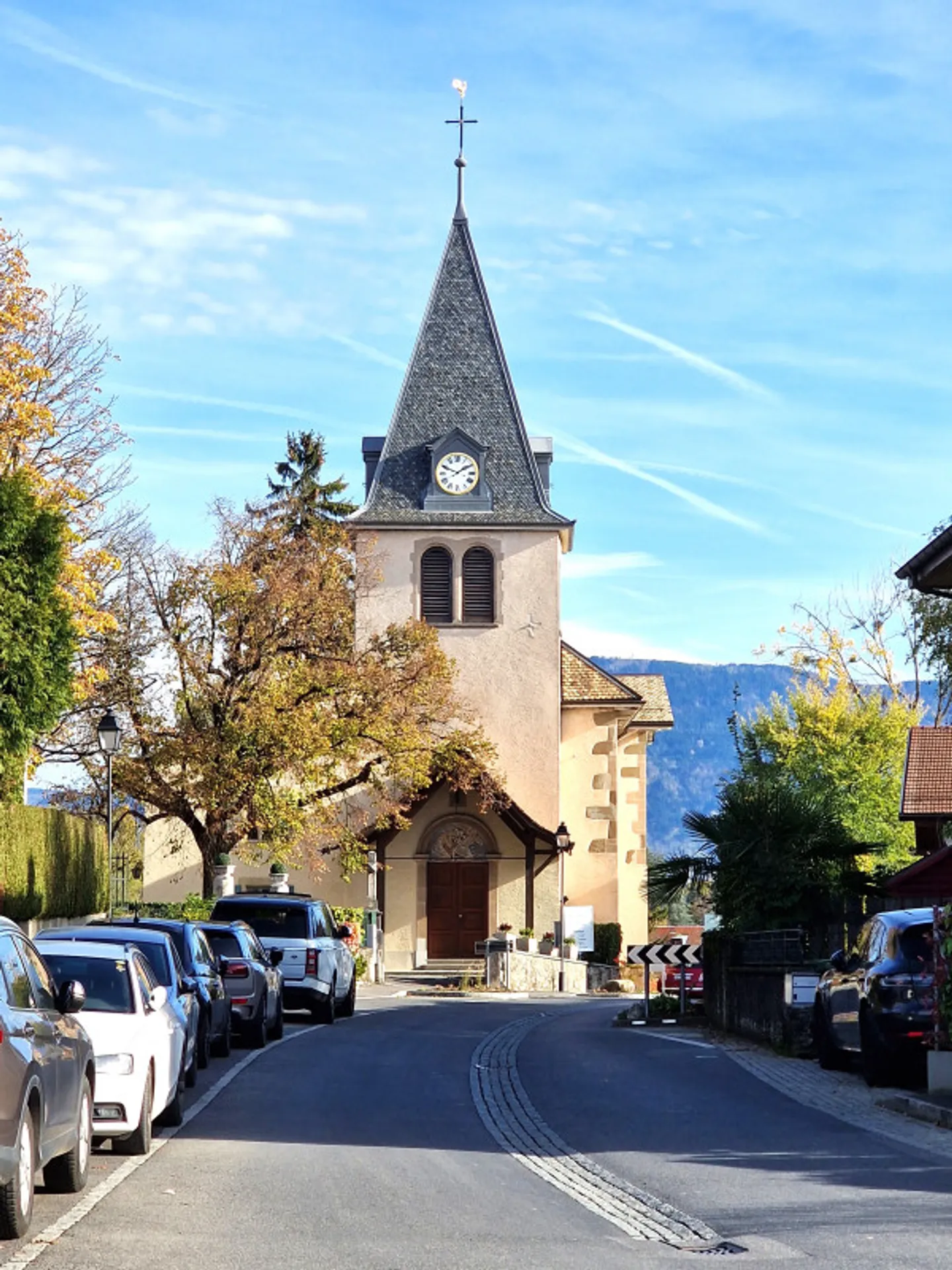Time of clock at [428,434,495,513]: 1:49
